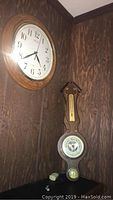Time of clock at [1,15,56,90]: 4:38
